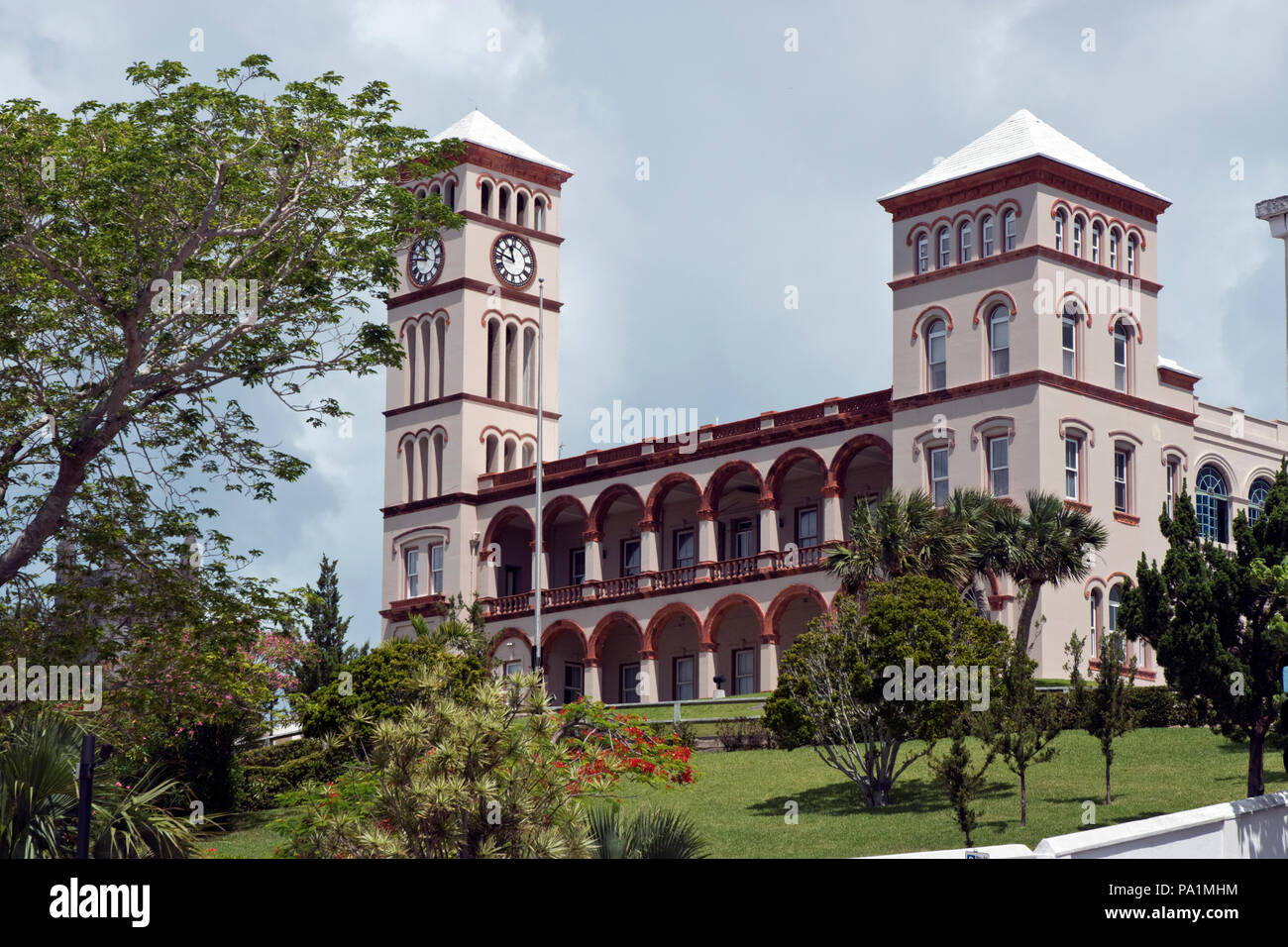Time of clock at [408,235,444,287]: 11:46
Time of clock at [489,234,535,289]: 11:46
